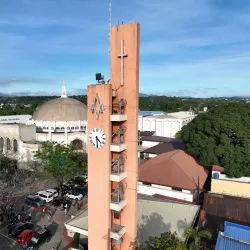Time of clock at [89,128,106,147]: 4:29
